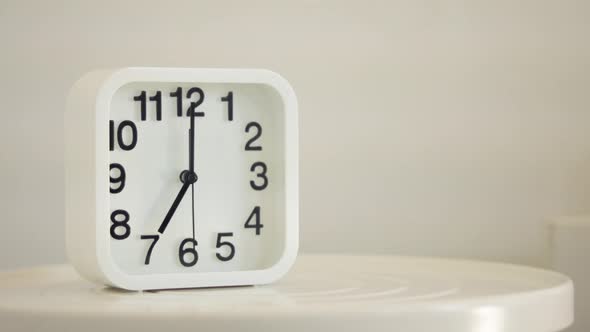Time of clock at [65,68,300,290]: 7:00
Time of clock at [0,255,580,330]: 7:00
